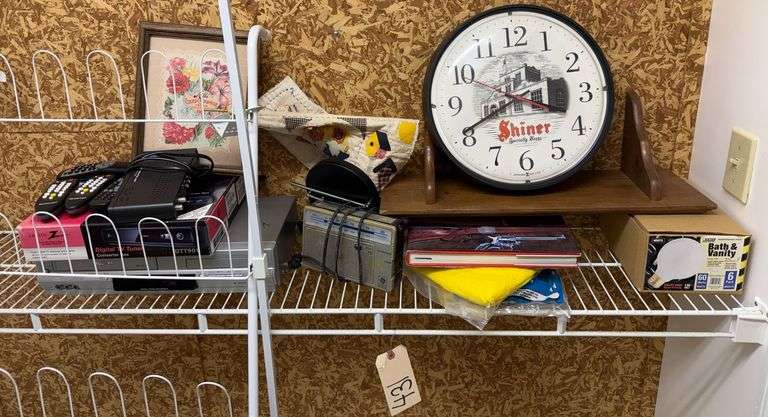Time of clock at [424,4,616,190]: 3:40
